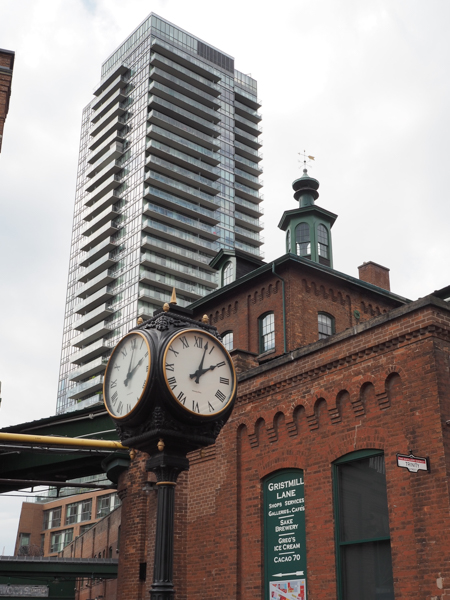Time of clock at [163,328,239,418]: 2:03
